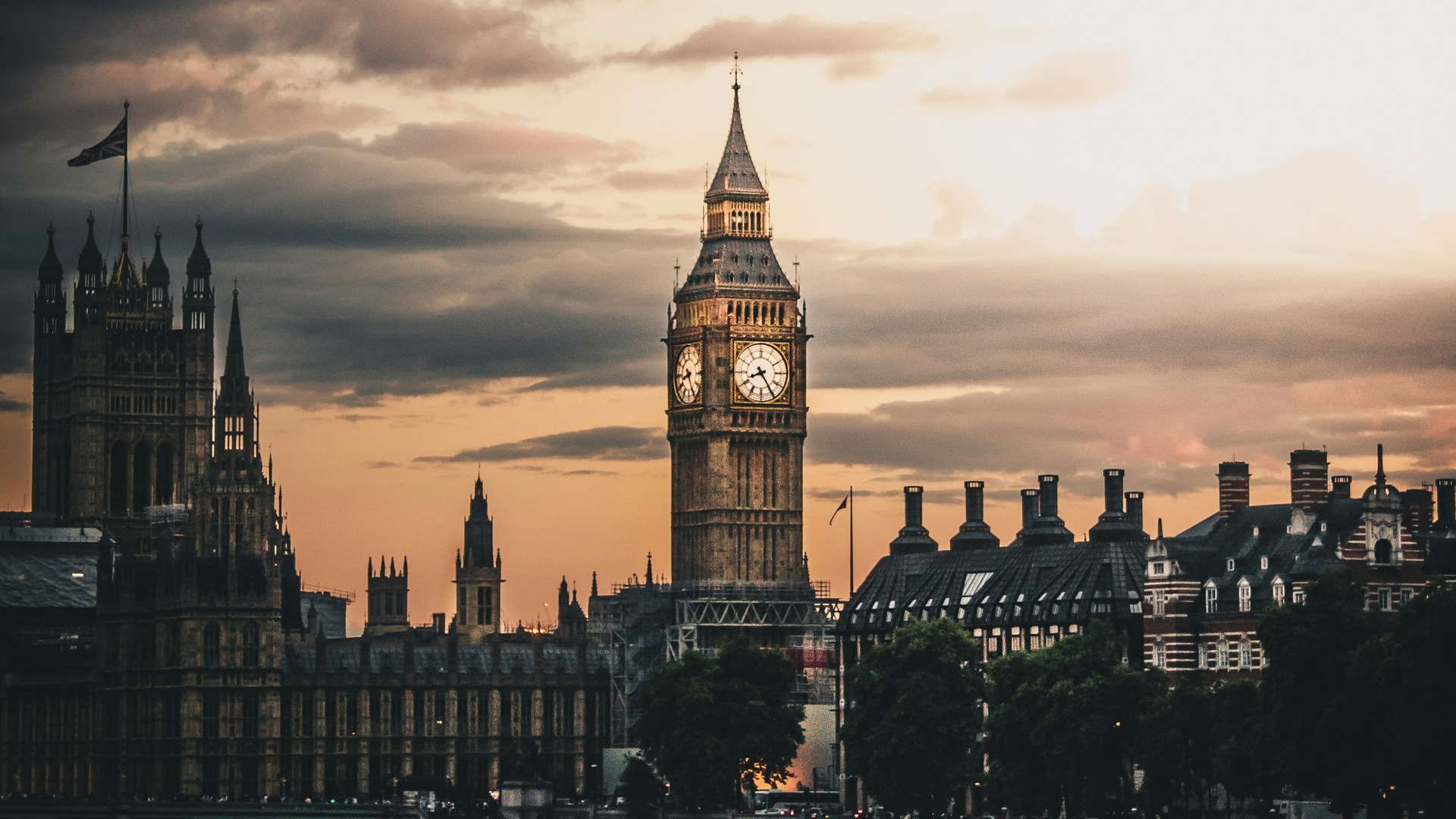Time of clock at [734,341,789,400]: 8:24
